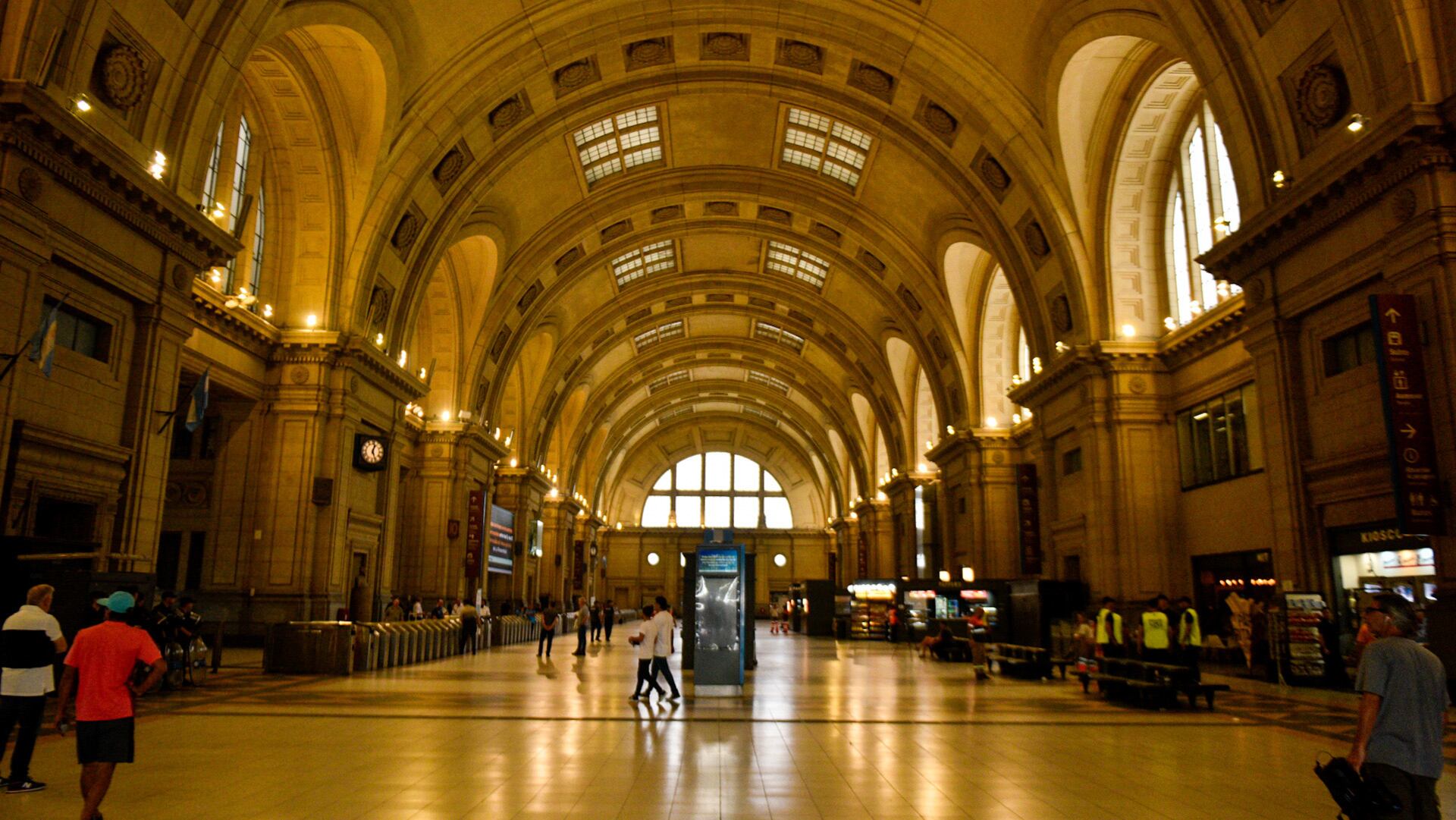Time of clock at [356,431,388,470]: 5:03
